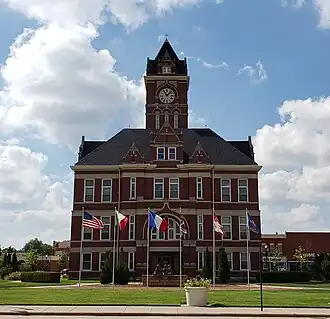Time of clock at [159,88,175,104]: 11:07
